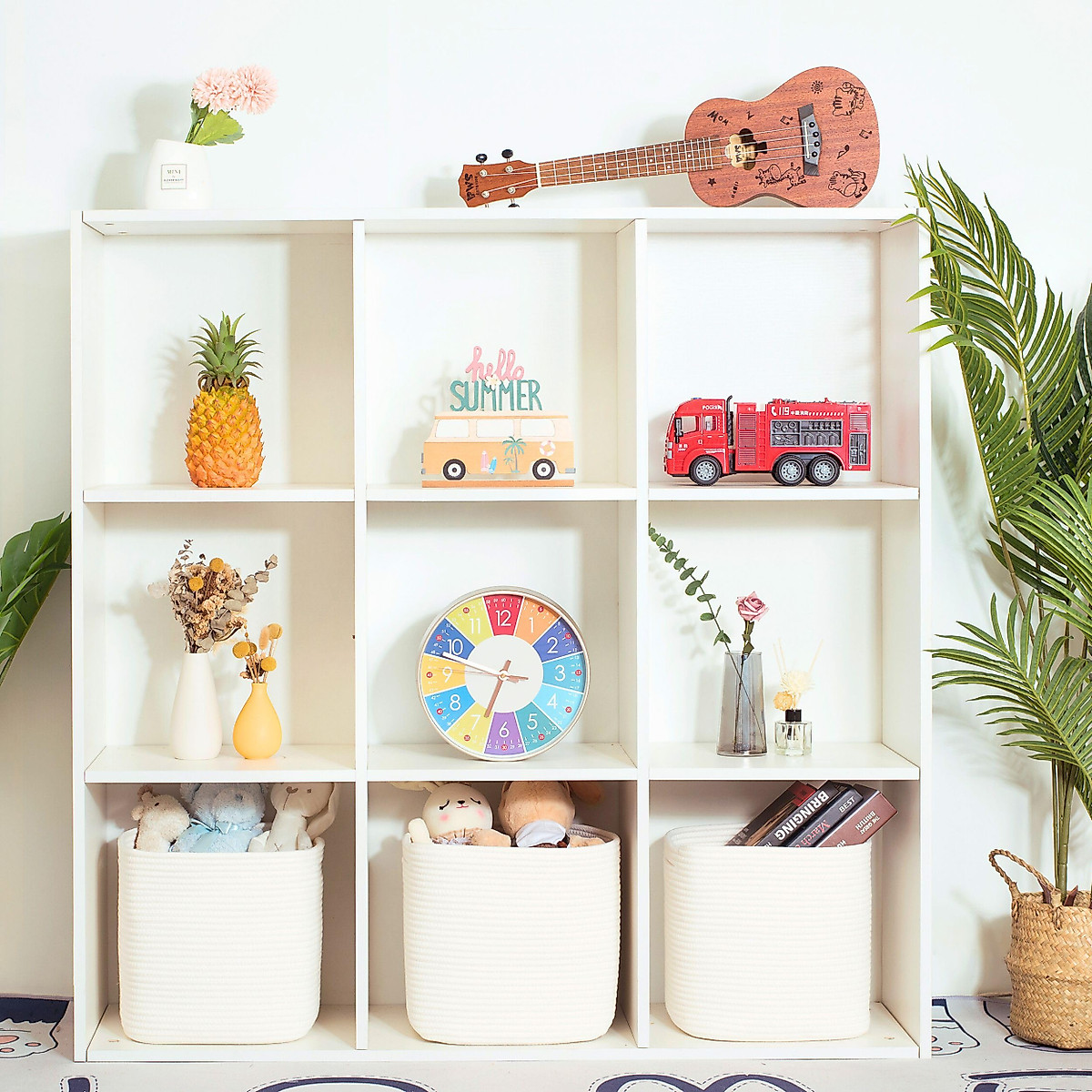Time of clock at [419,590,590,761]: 6:47
